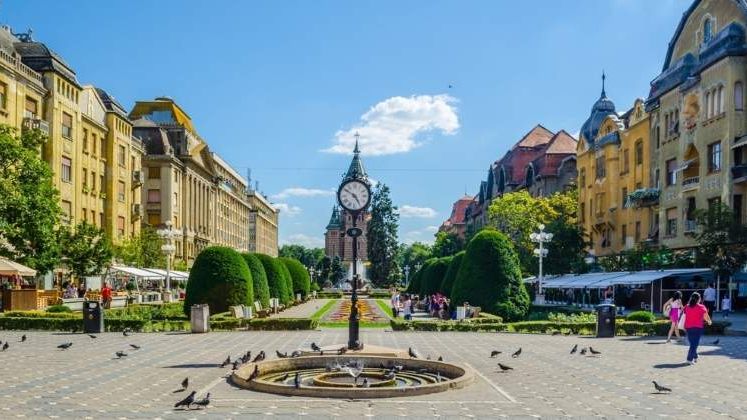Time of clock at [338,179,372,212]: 4:50
